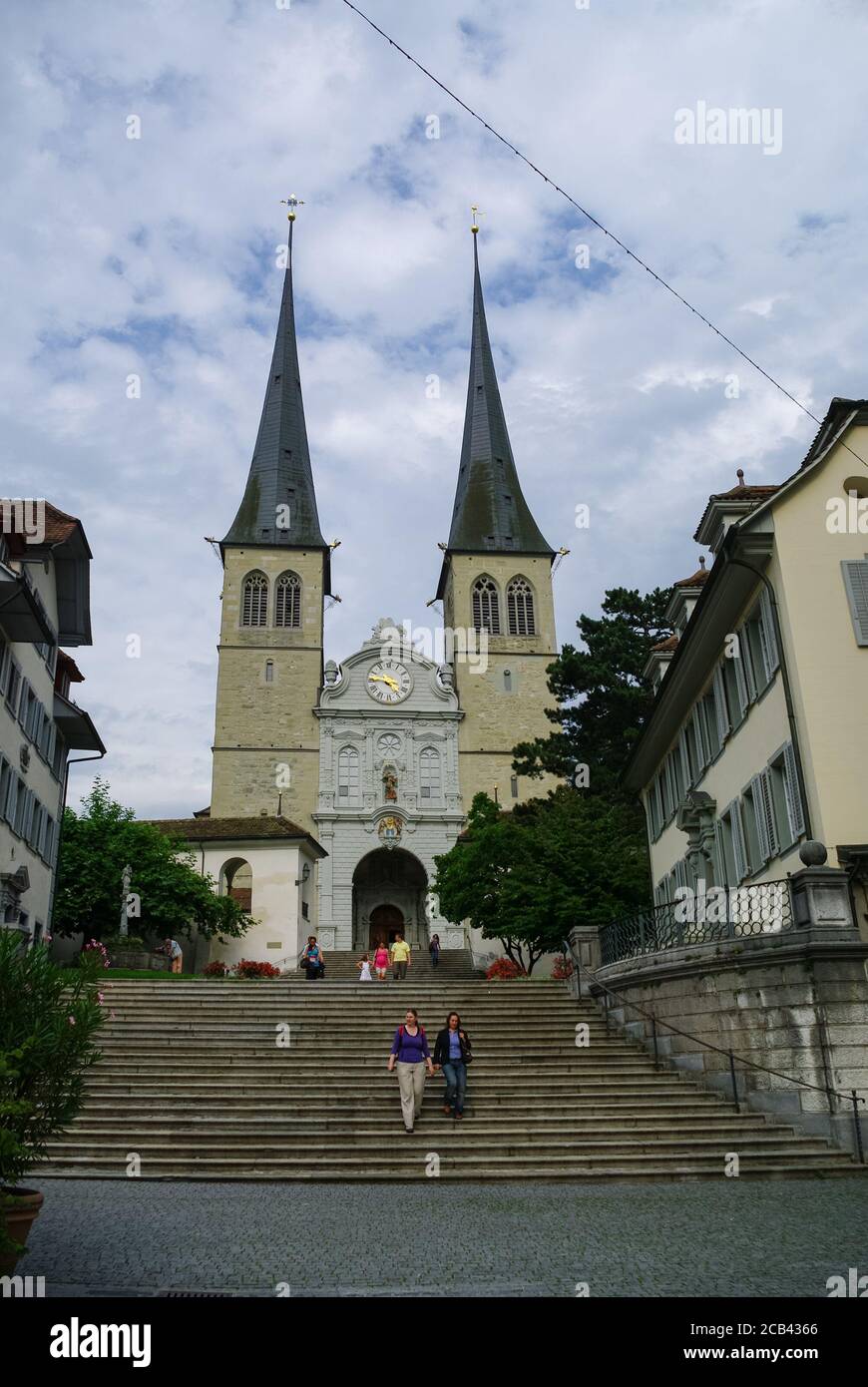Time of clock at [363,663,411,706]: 4:46
